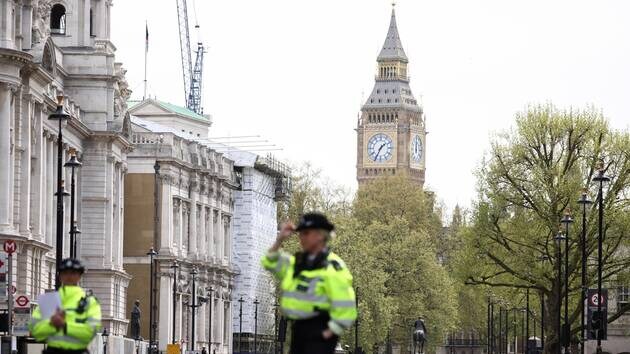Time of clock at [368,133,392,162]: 1:34
